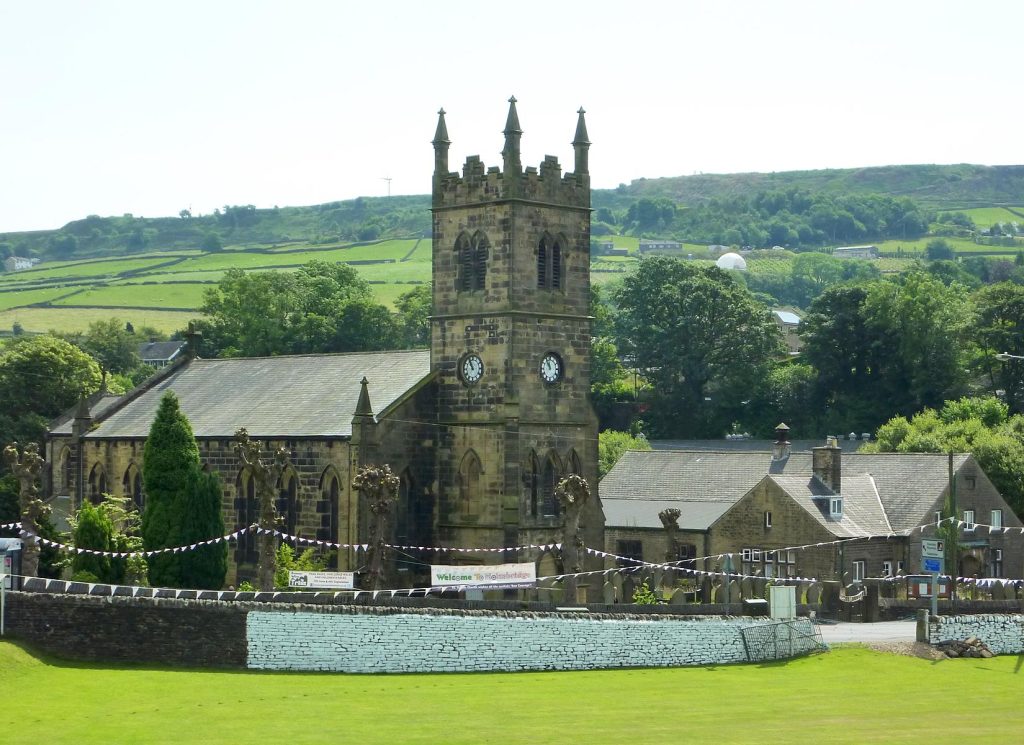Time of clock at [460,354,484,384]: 10:56
